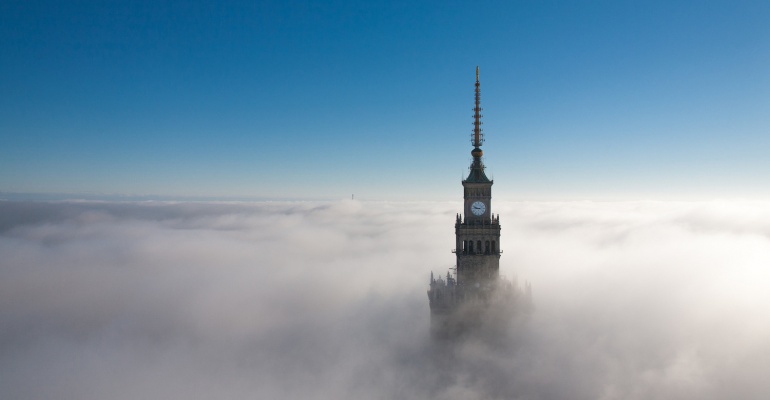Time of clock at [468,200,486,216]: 8:48
